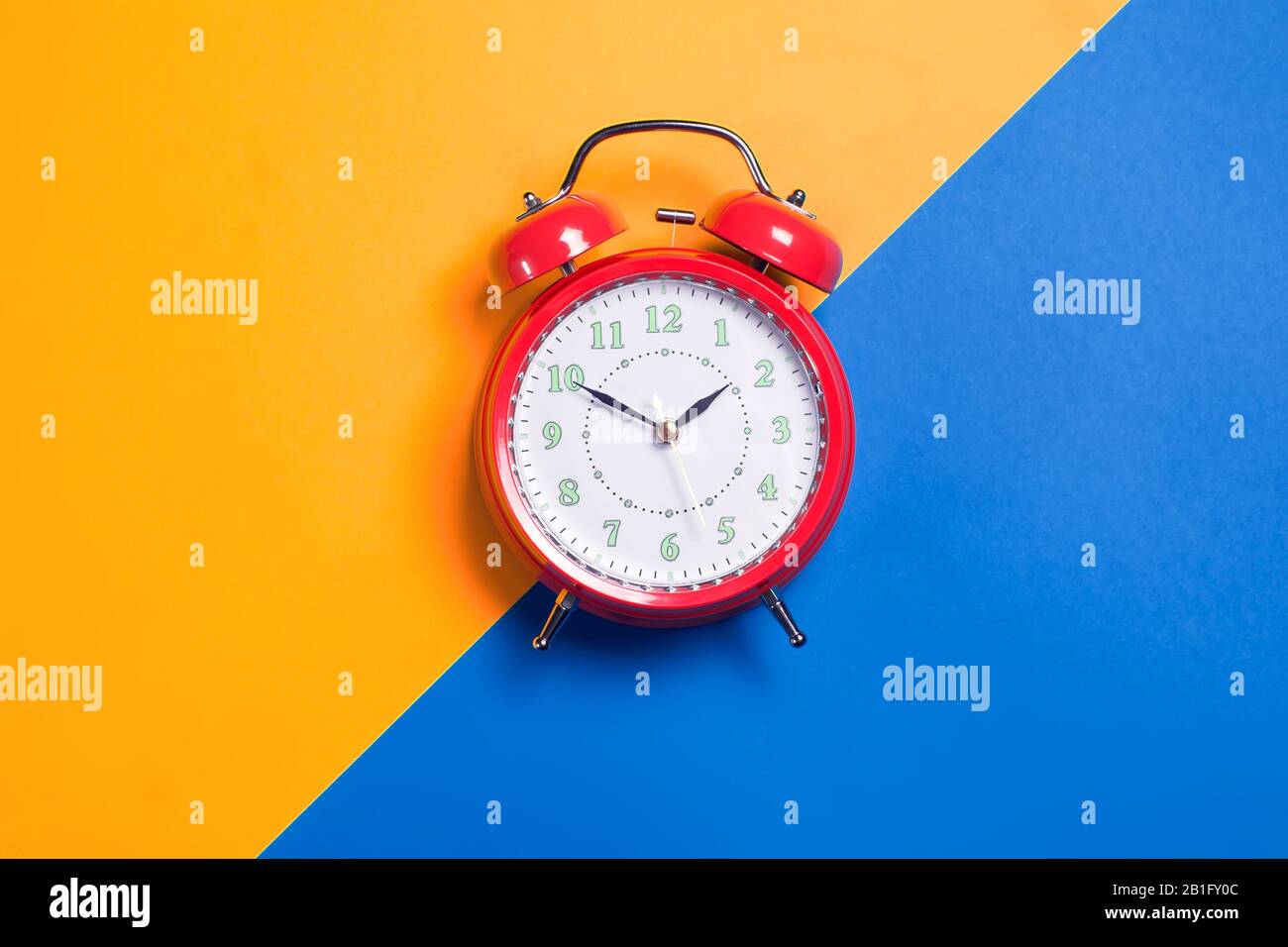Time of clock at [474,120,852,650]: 1:49
